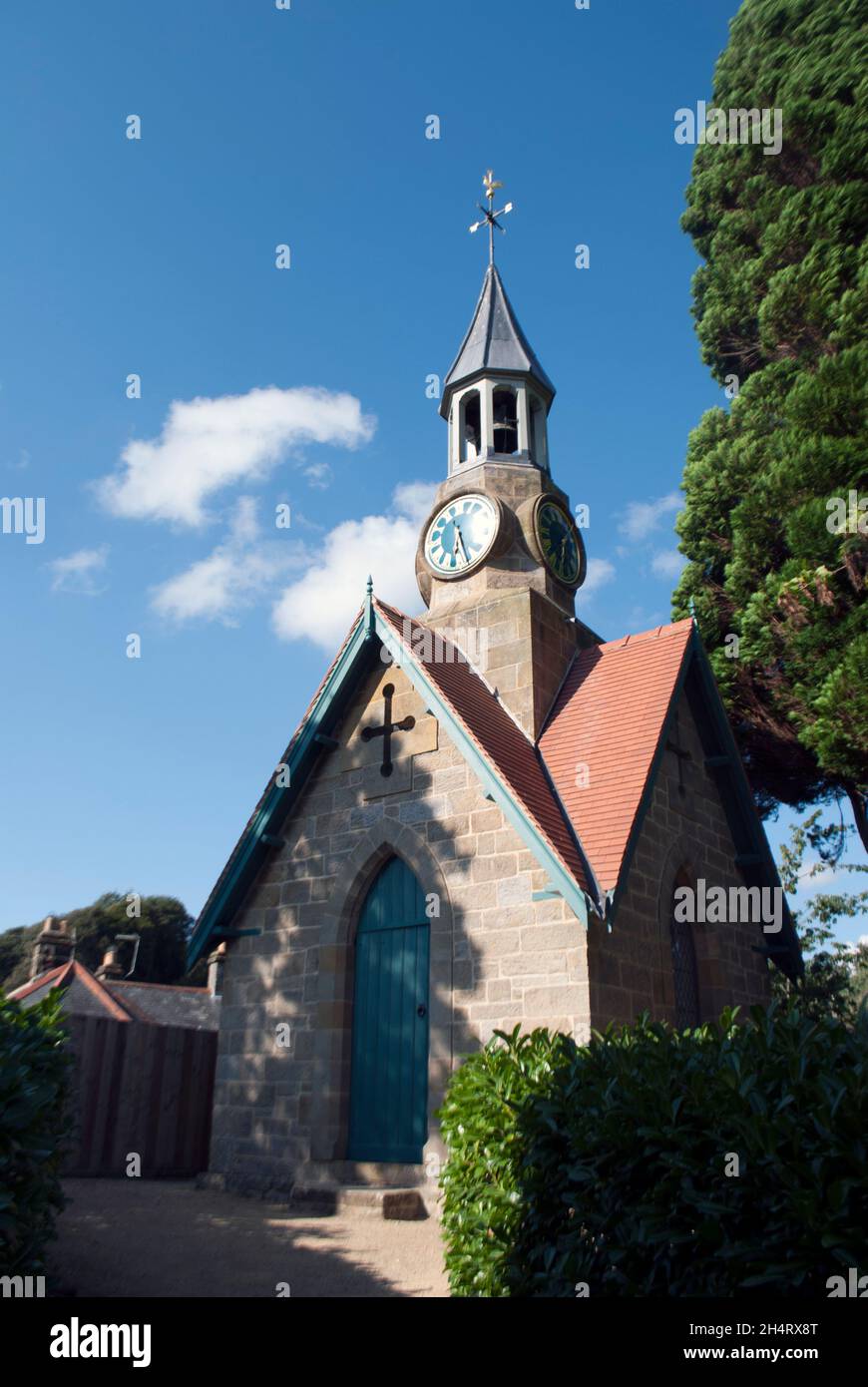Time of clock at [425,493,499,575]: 5:24
